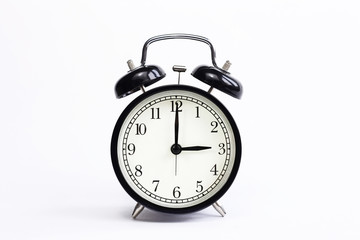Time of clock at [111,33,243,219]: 3:00
